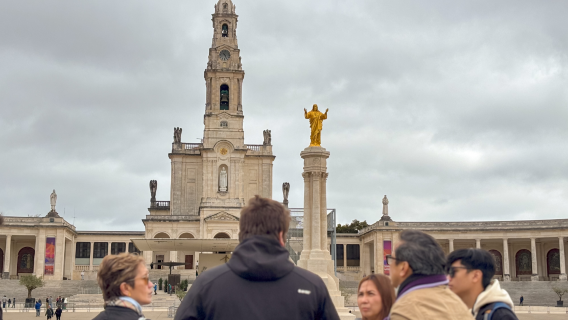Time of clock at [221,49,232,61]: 10:26
